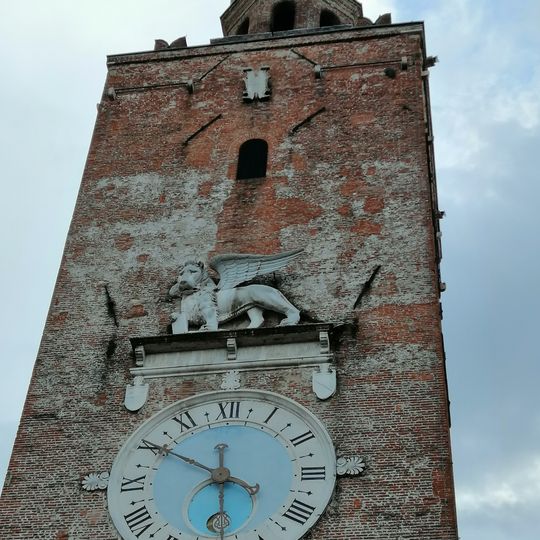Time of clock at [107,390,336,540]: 5:49
